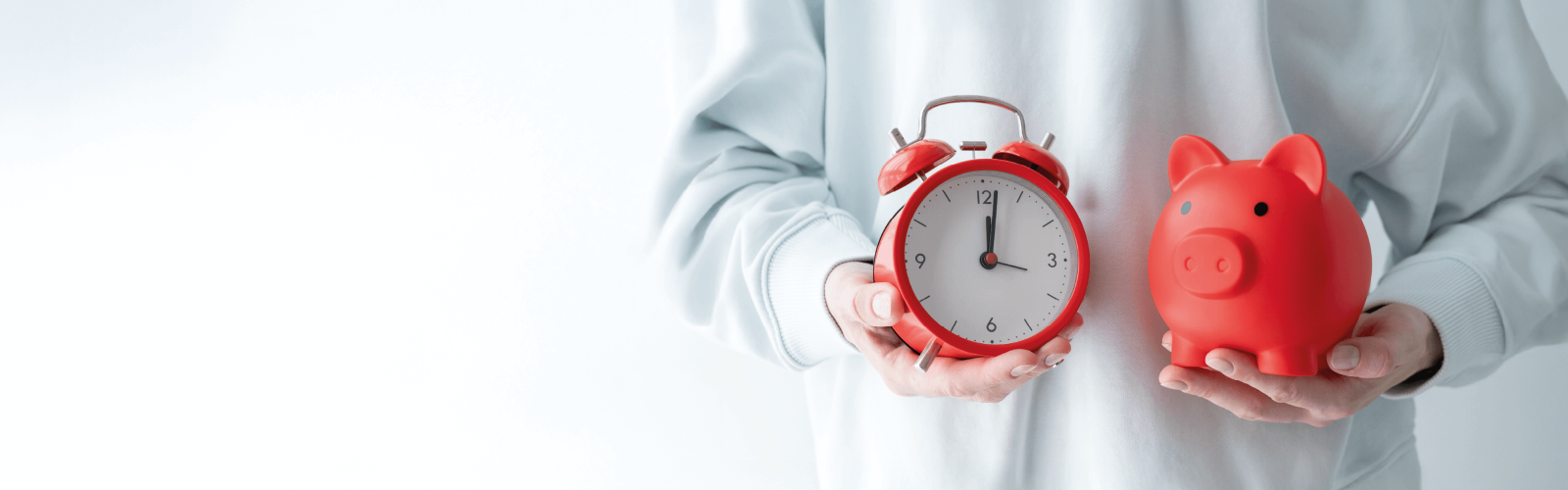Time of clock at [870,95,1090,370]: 12:01
